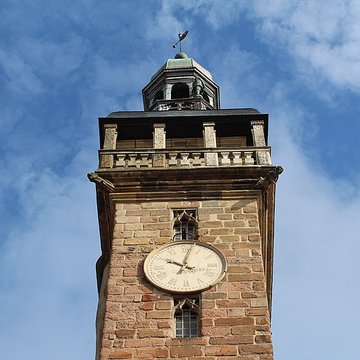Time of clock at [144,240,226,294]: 10:02
